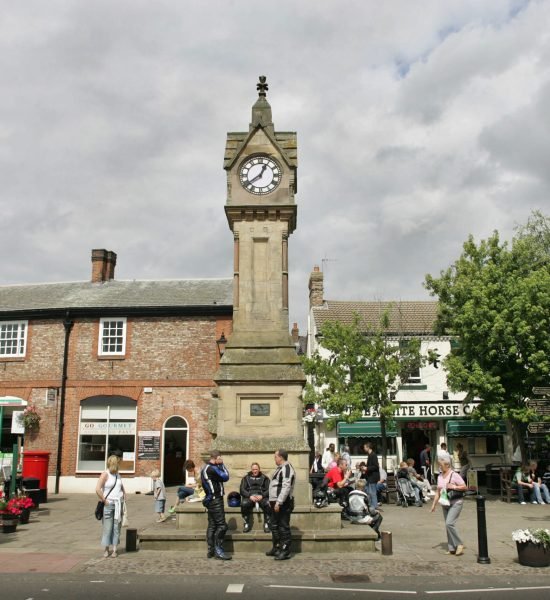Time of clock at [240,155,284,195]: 12:39
